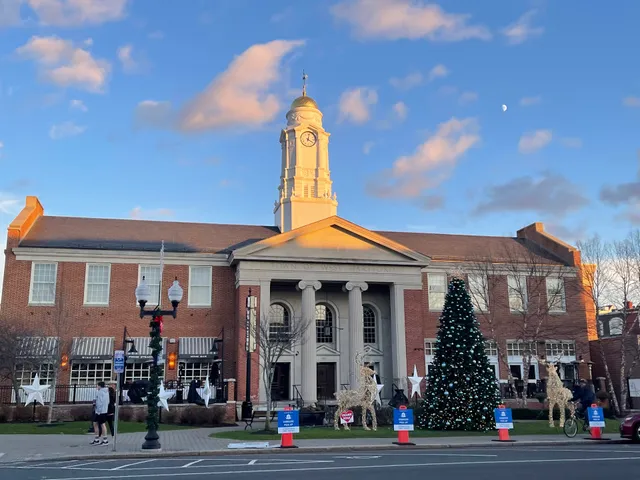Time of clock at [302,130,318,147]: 4:02
